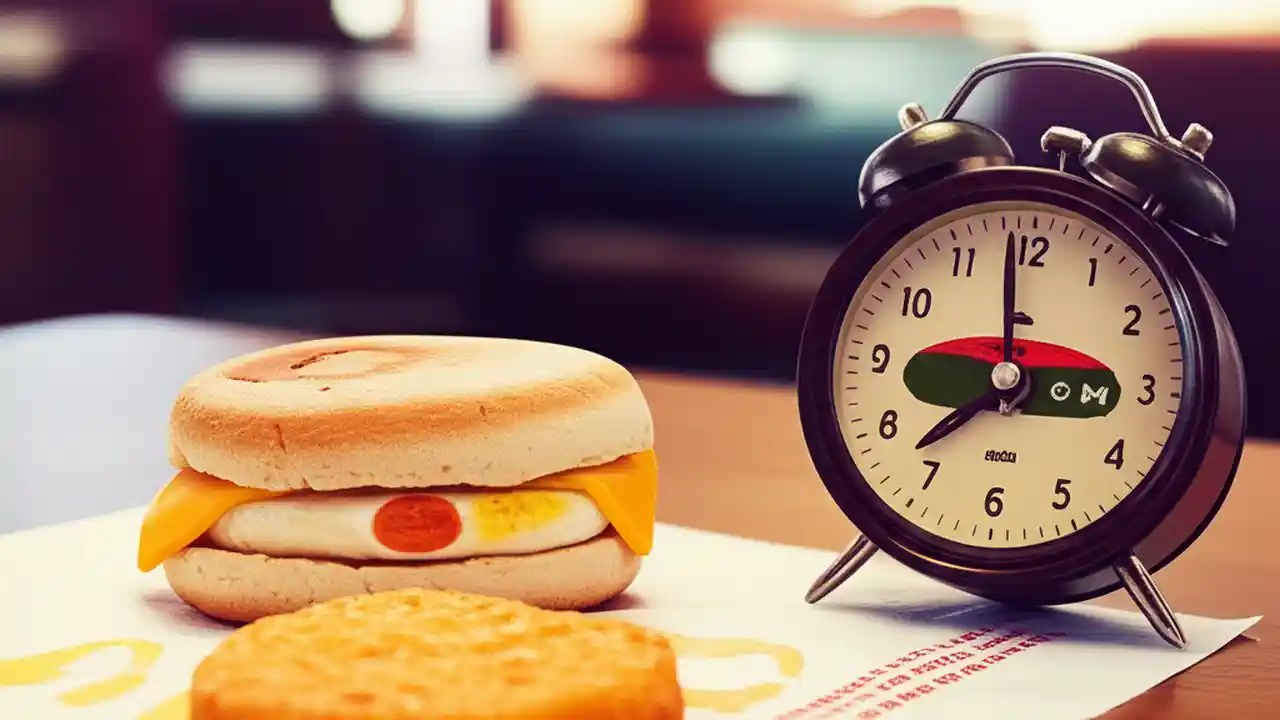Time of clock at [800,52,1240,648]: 2:58
